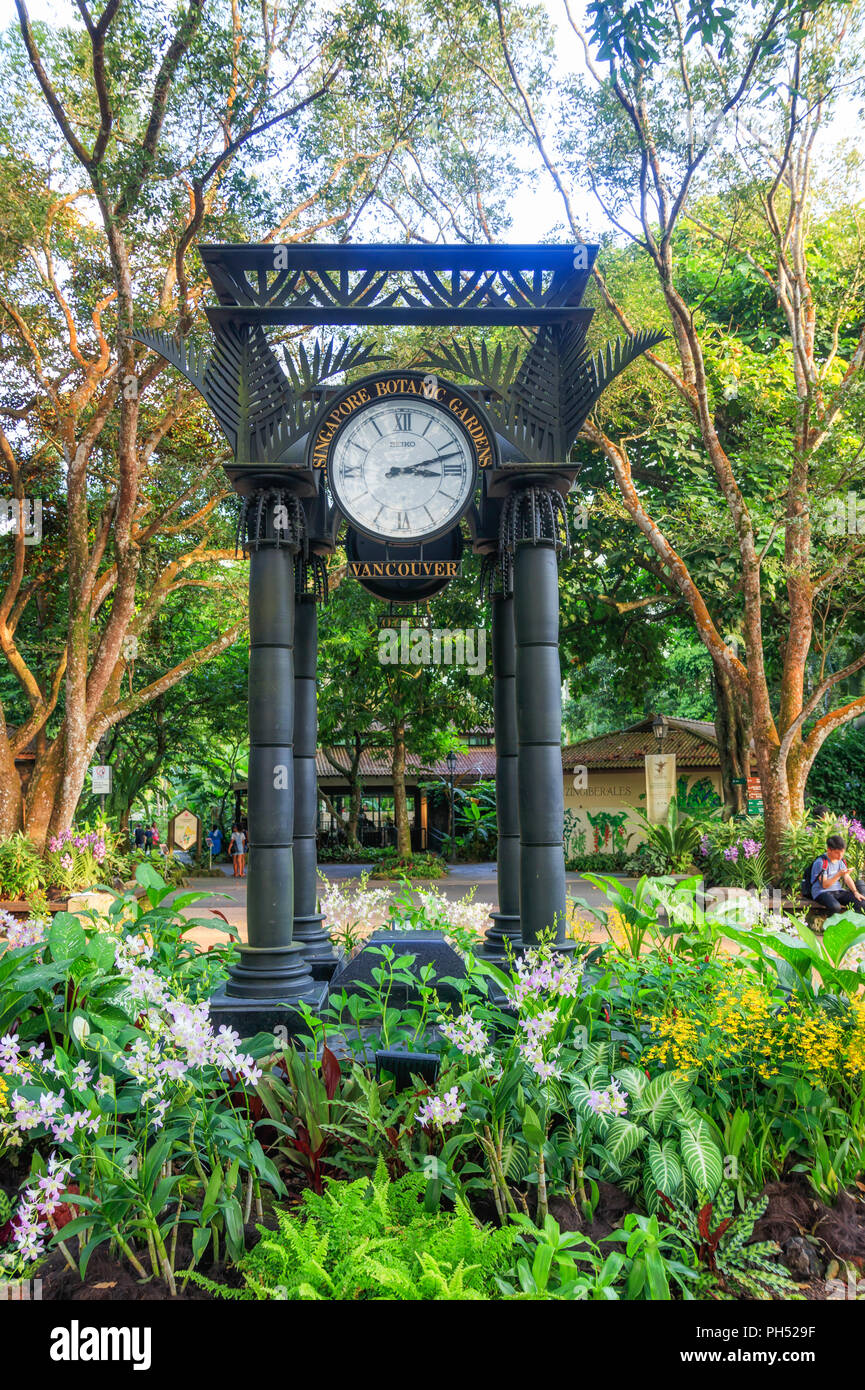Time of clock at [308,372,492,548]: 3:11
